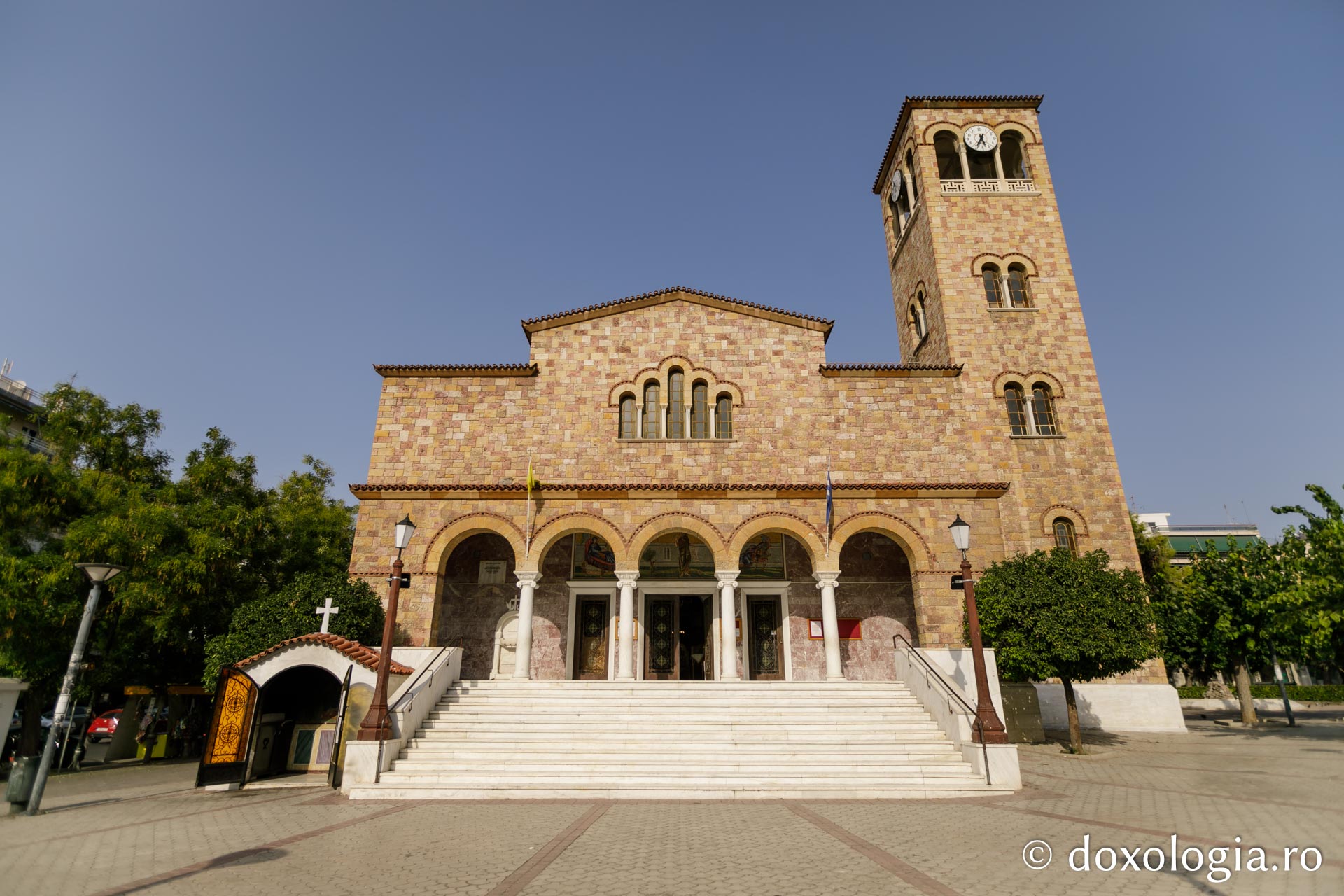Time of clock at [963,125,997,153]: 5:34
